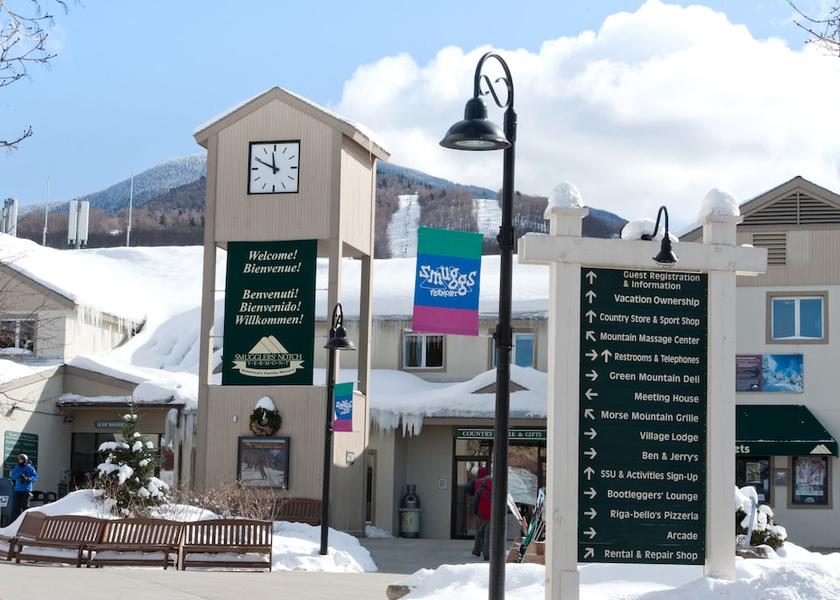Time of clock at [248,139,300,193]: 11:49
